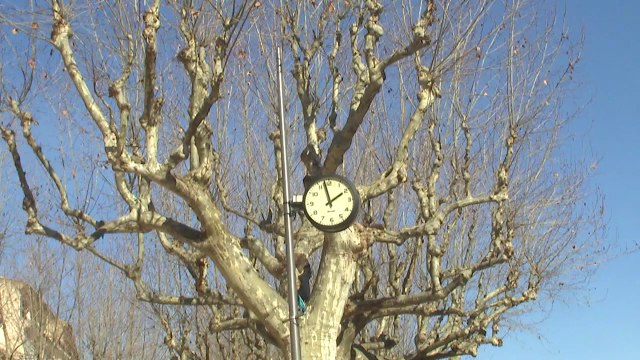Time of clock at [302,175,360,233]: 1:57
